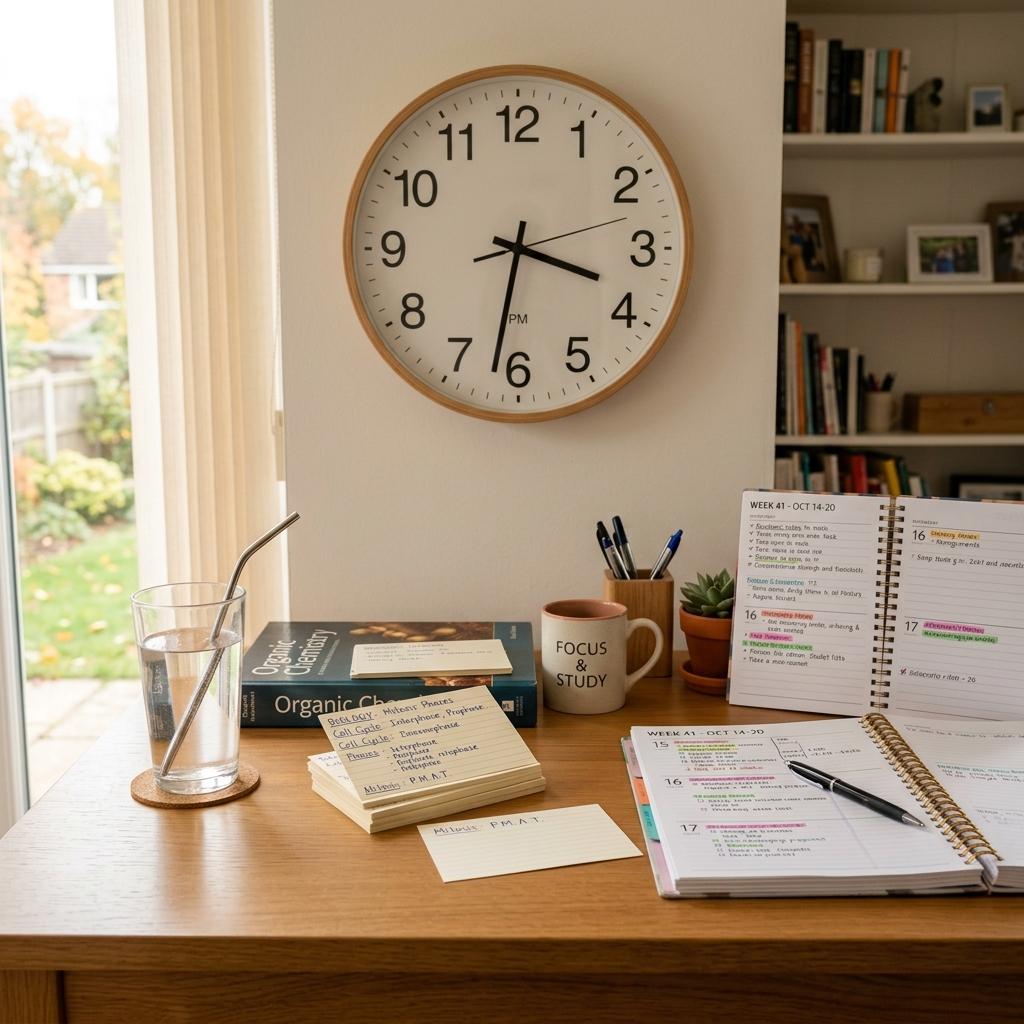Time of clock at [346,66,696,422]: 3:32
